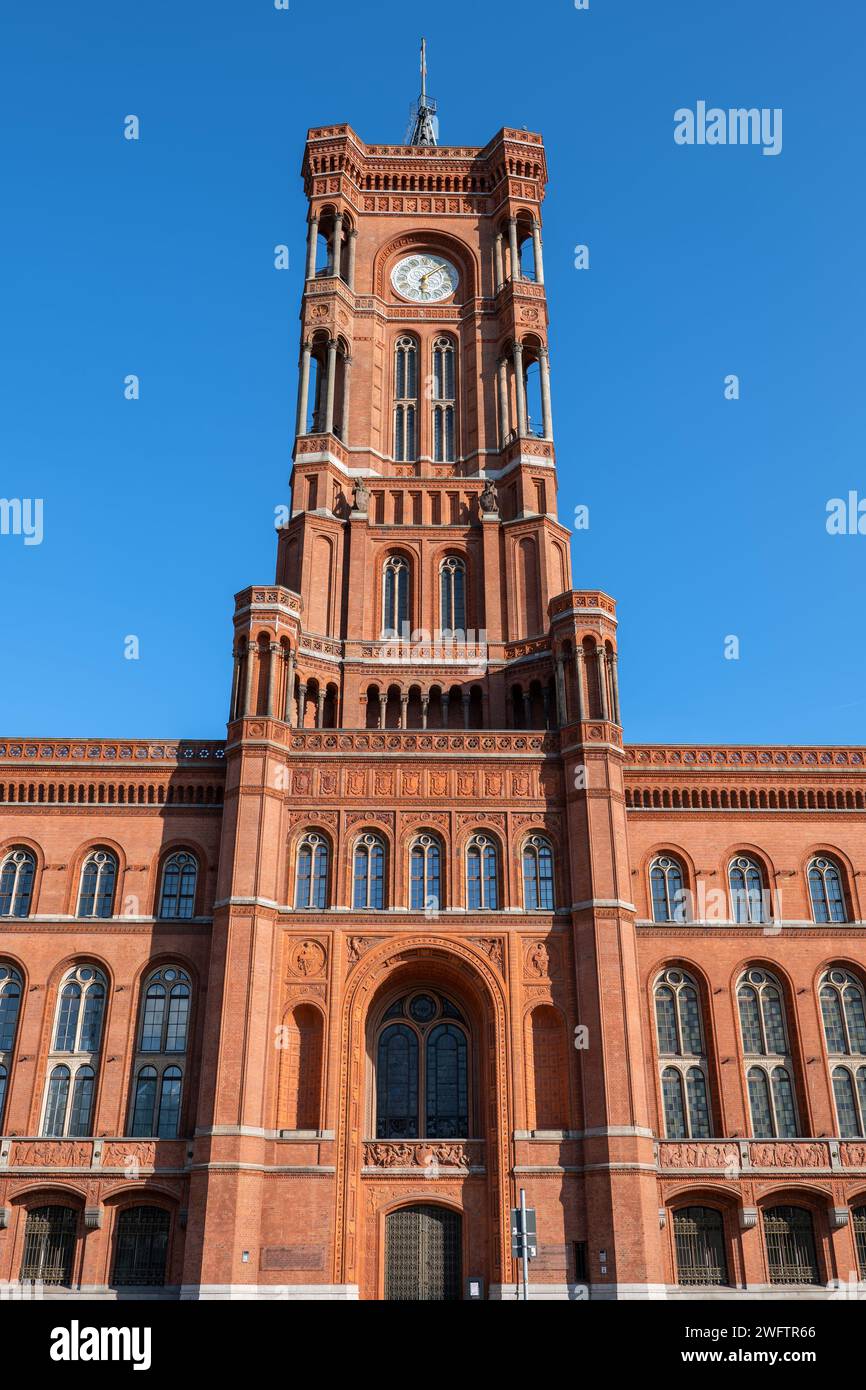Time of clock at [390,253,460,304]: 6:08
